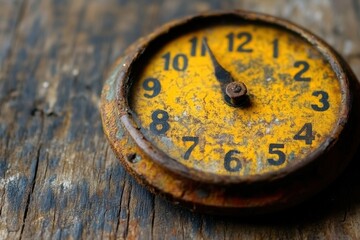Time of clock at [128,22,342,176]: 10:55
